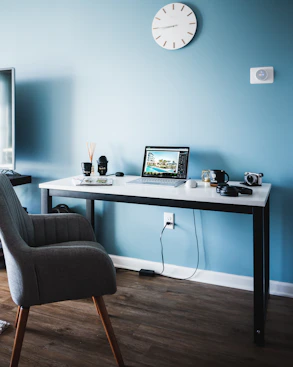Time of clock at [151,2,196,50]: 8:44
